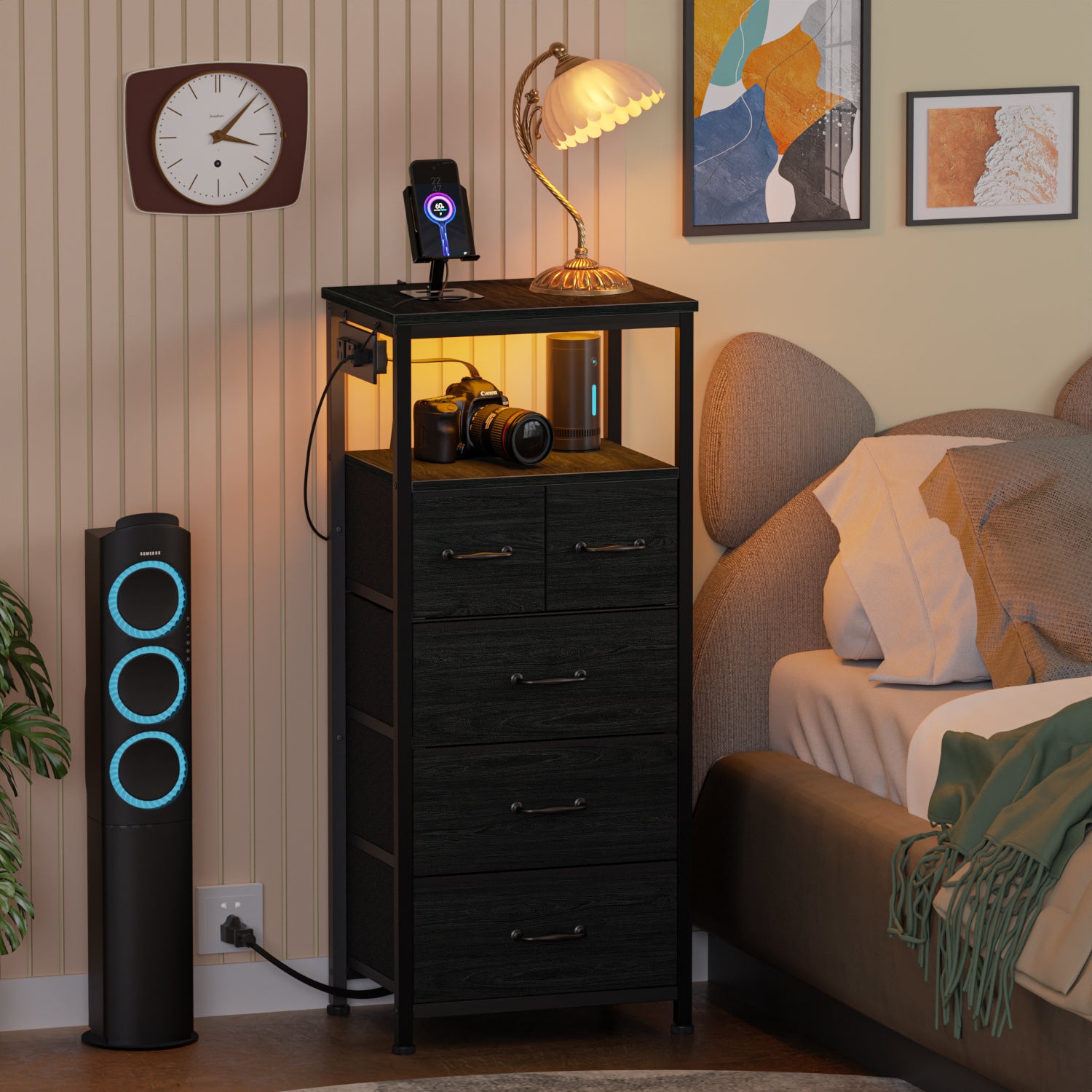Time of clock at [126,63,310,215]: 3:07
